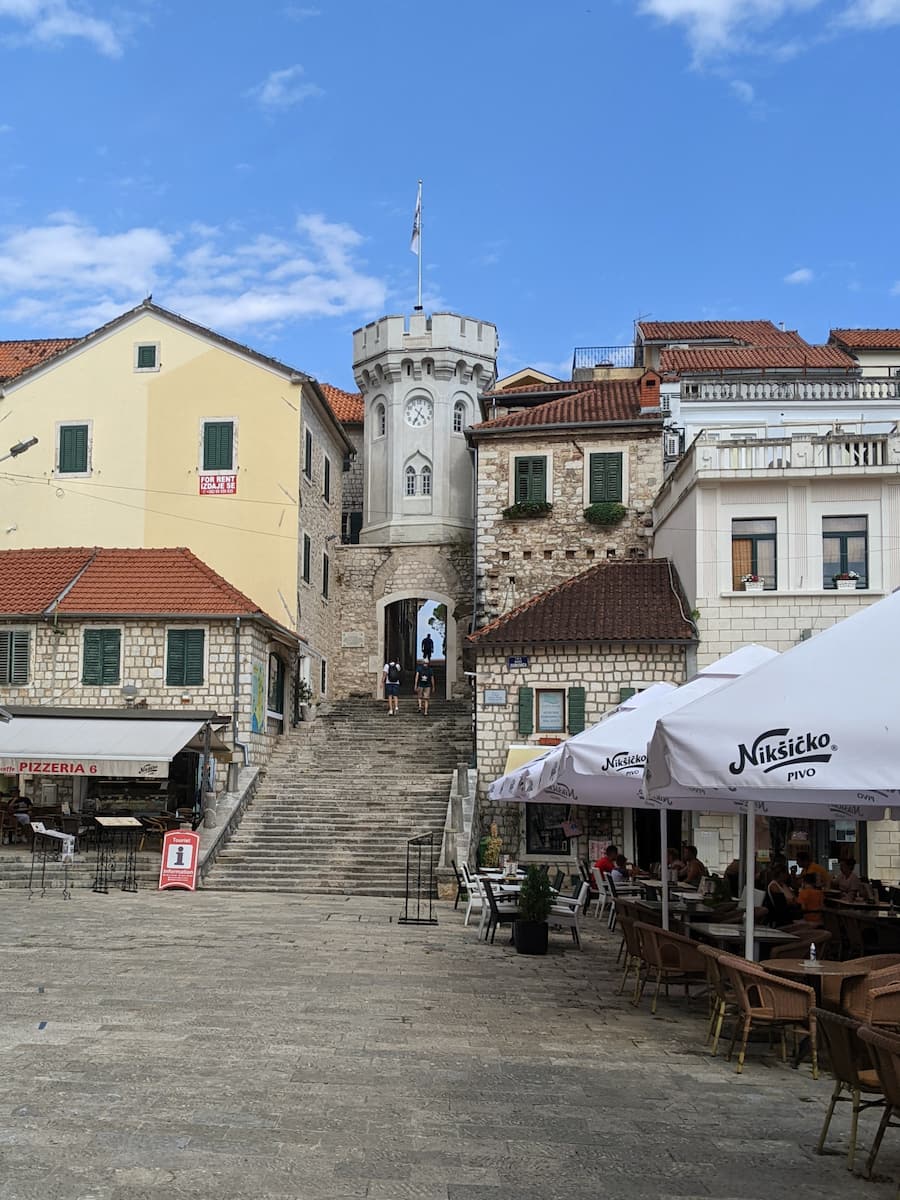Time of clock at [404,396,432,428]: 4:34
